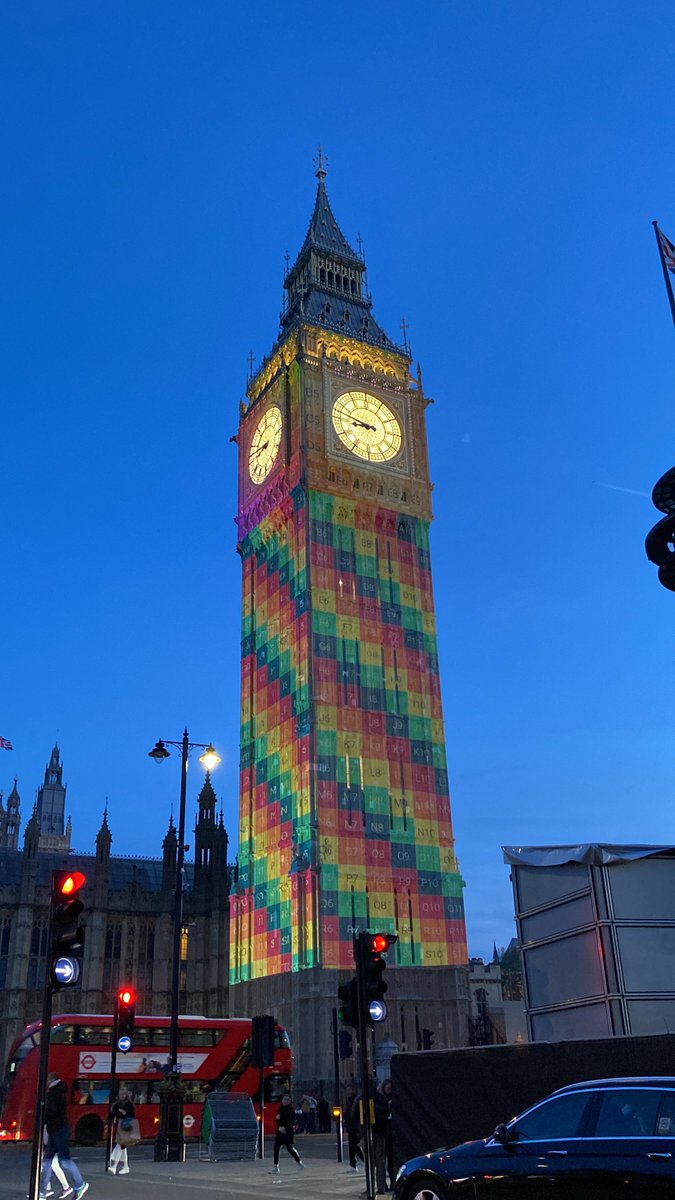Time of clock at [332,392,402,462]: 8:47
